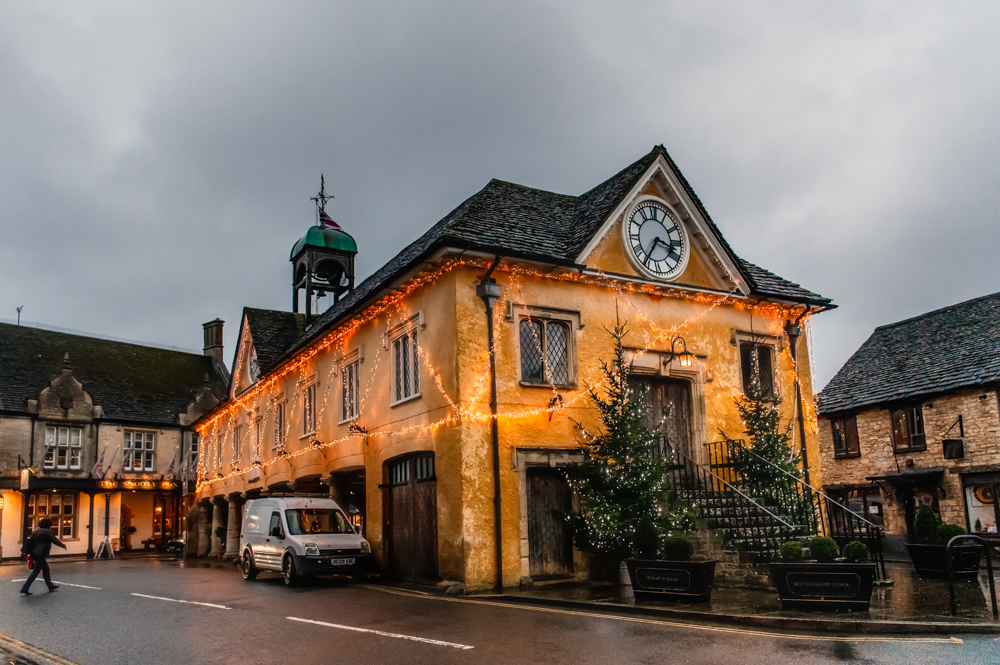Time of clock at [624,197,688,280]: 3:35
